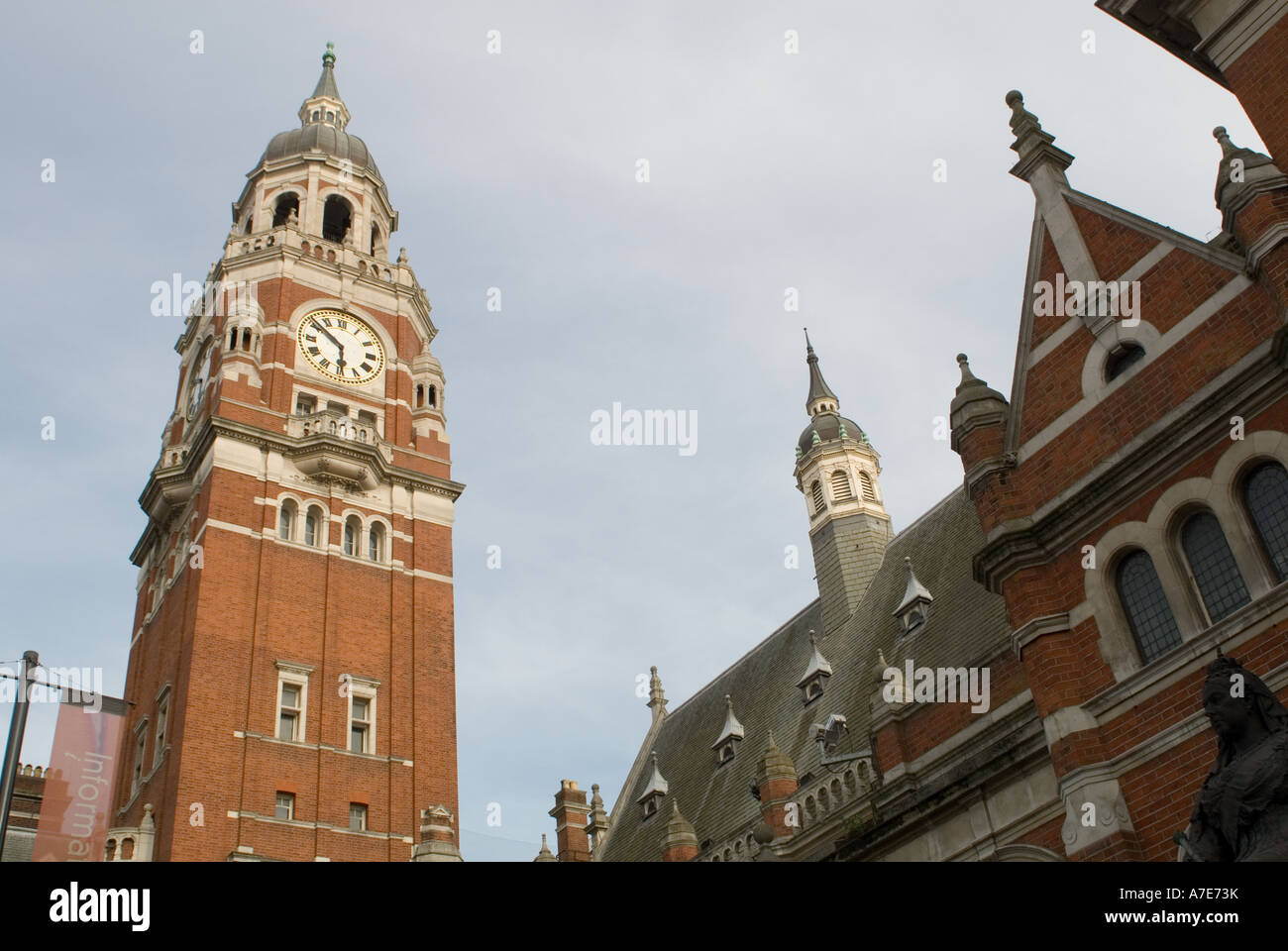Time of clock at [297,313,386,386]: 5:51
